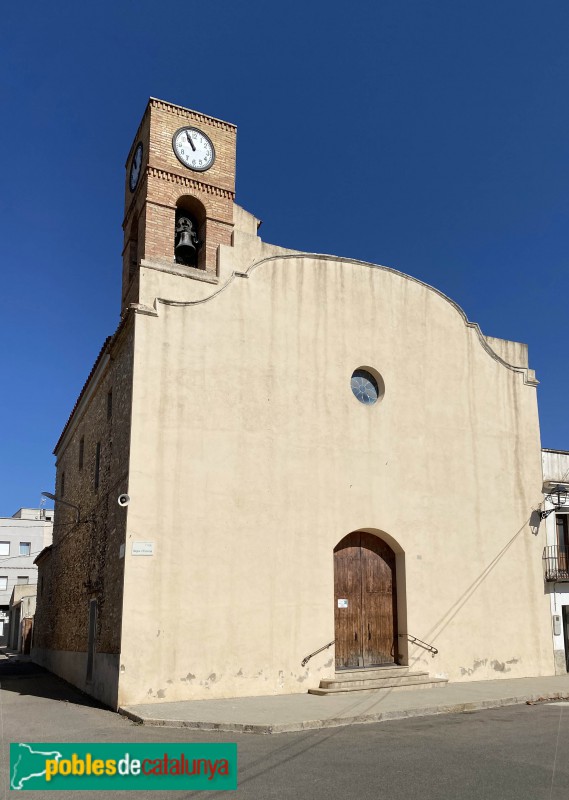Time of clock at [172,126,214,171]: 10:56
